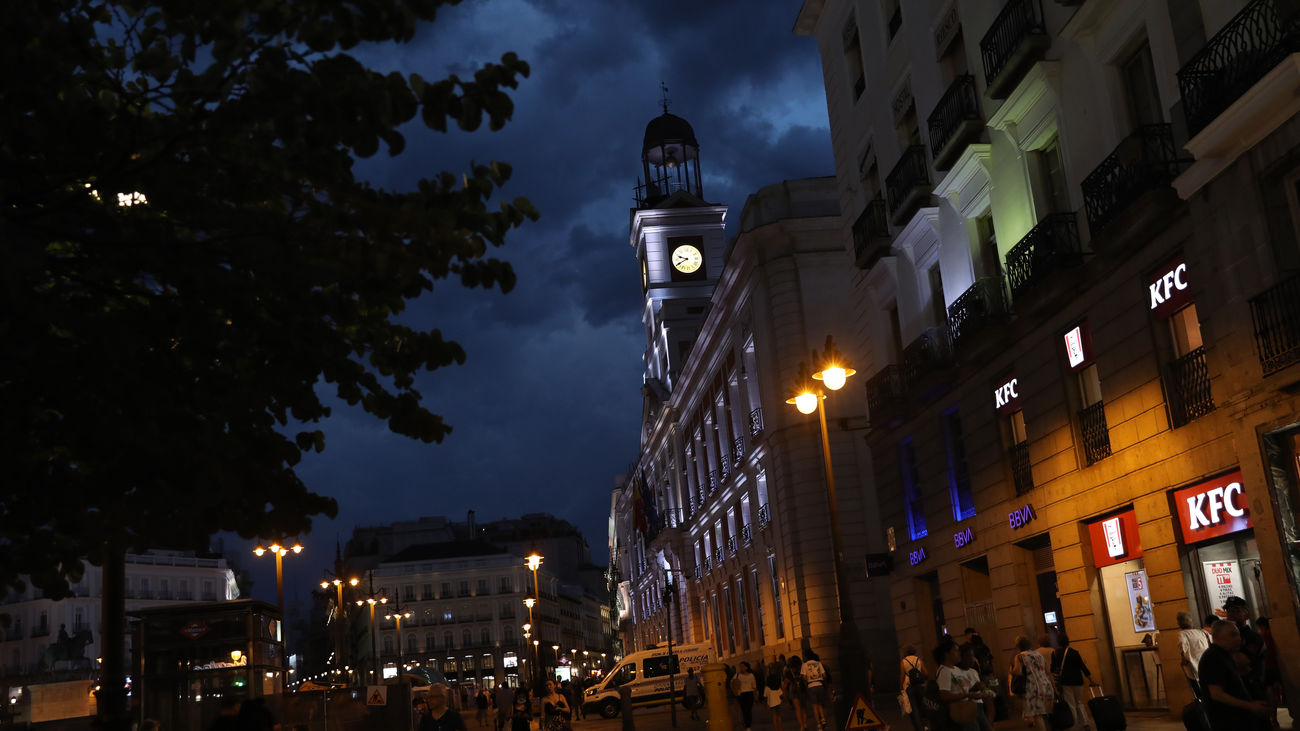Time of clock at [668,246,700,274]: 9:40
